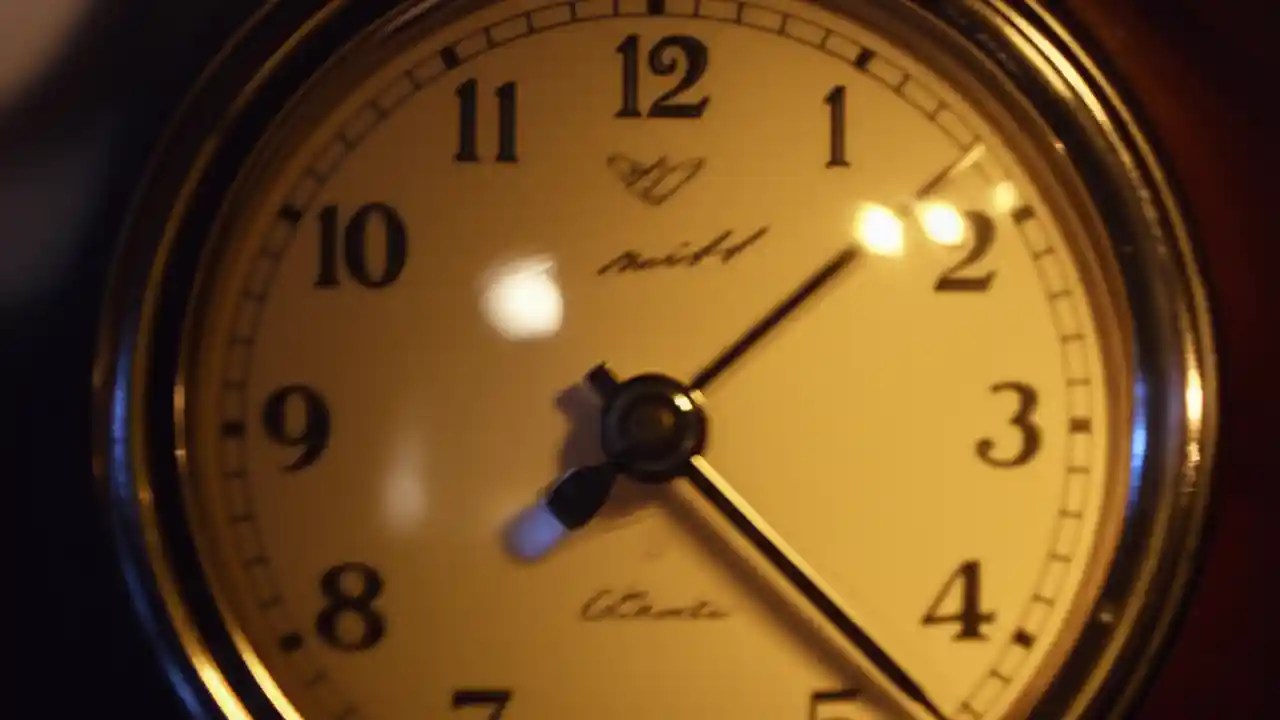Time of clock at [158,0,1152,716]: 8:08
